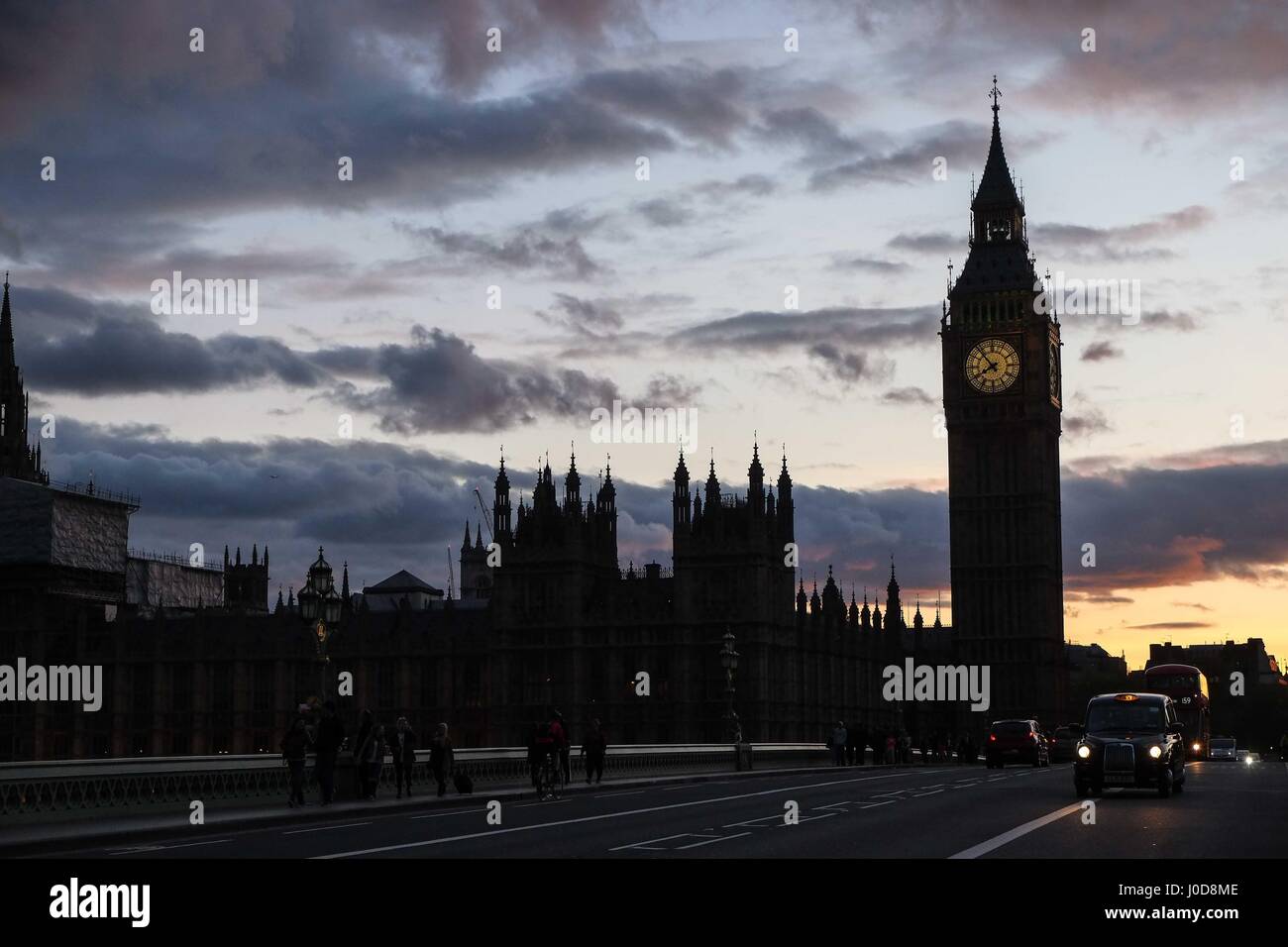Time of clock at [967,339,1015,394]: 7:52
